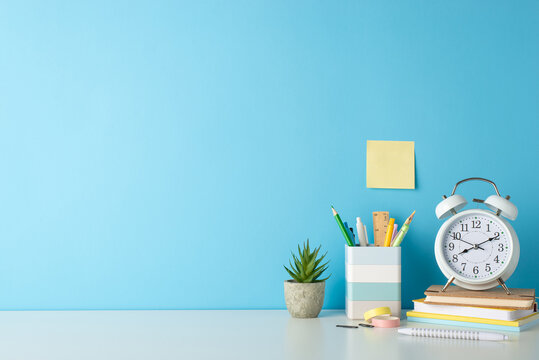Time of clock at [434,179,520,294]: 8:10
